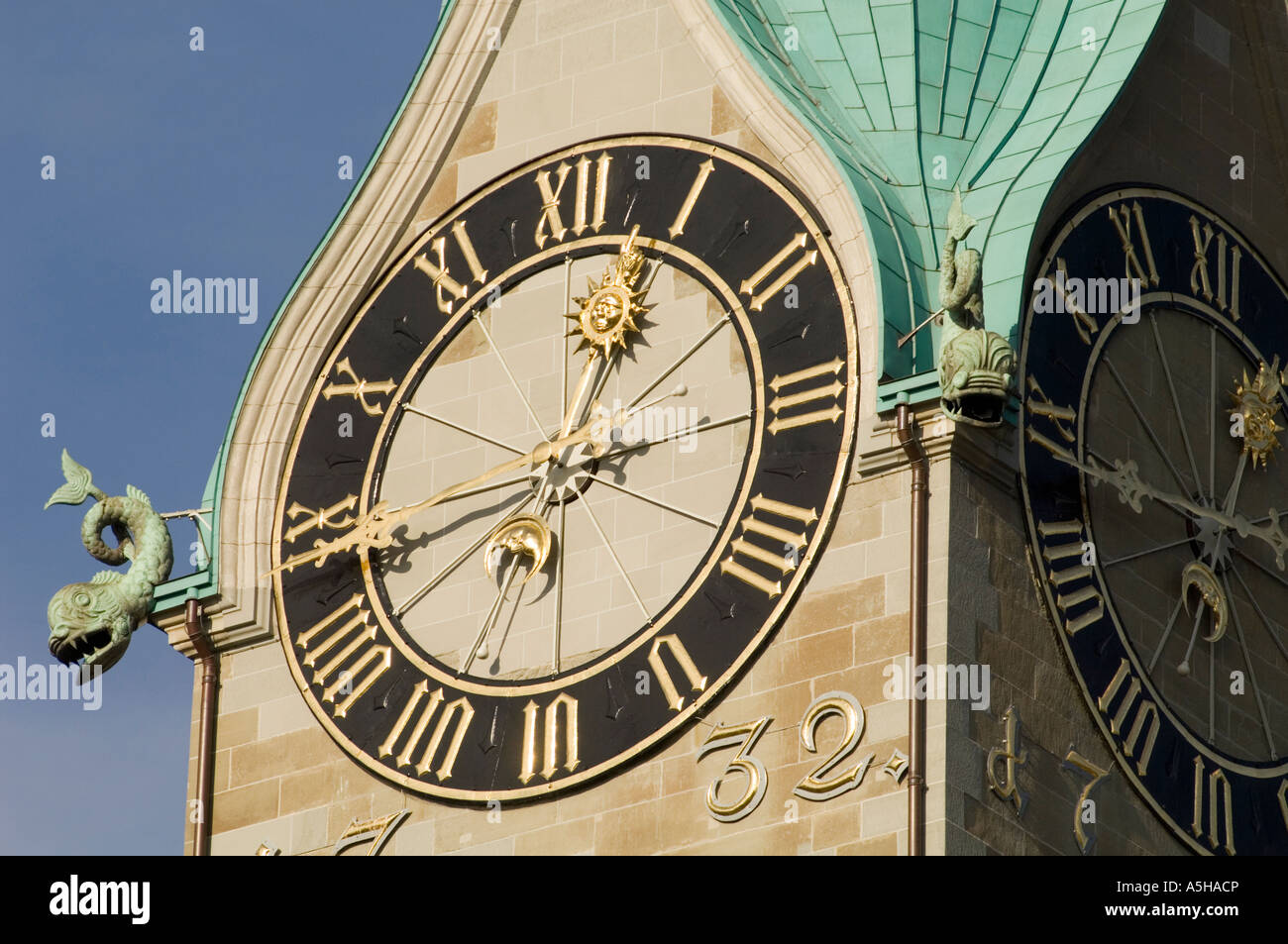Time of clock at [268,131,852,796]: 12:43
